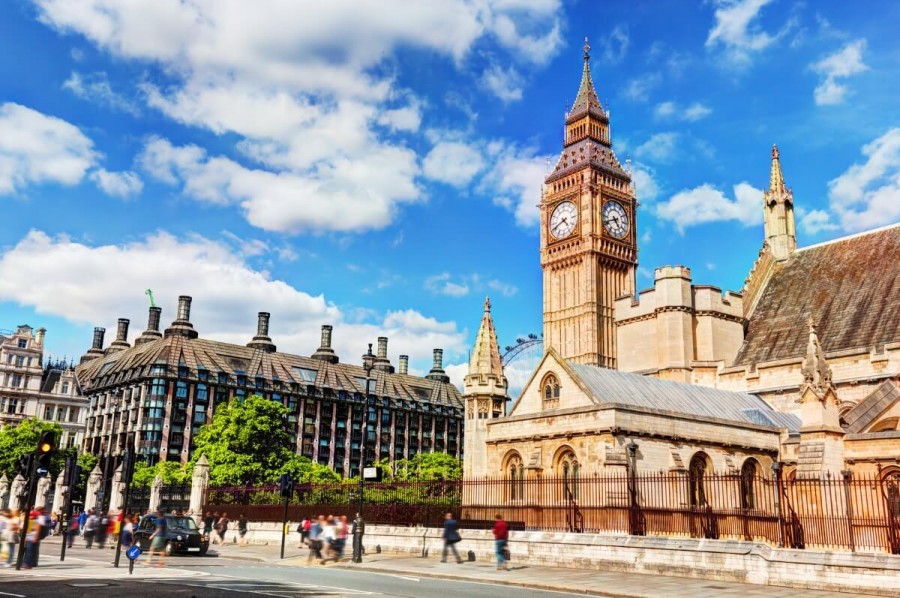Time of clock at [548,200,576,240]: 4:41
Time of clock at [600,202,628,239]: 4:41
